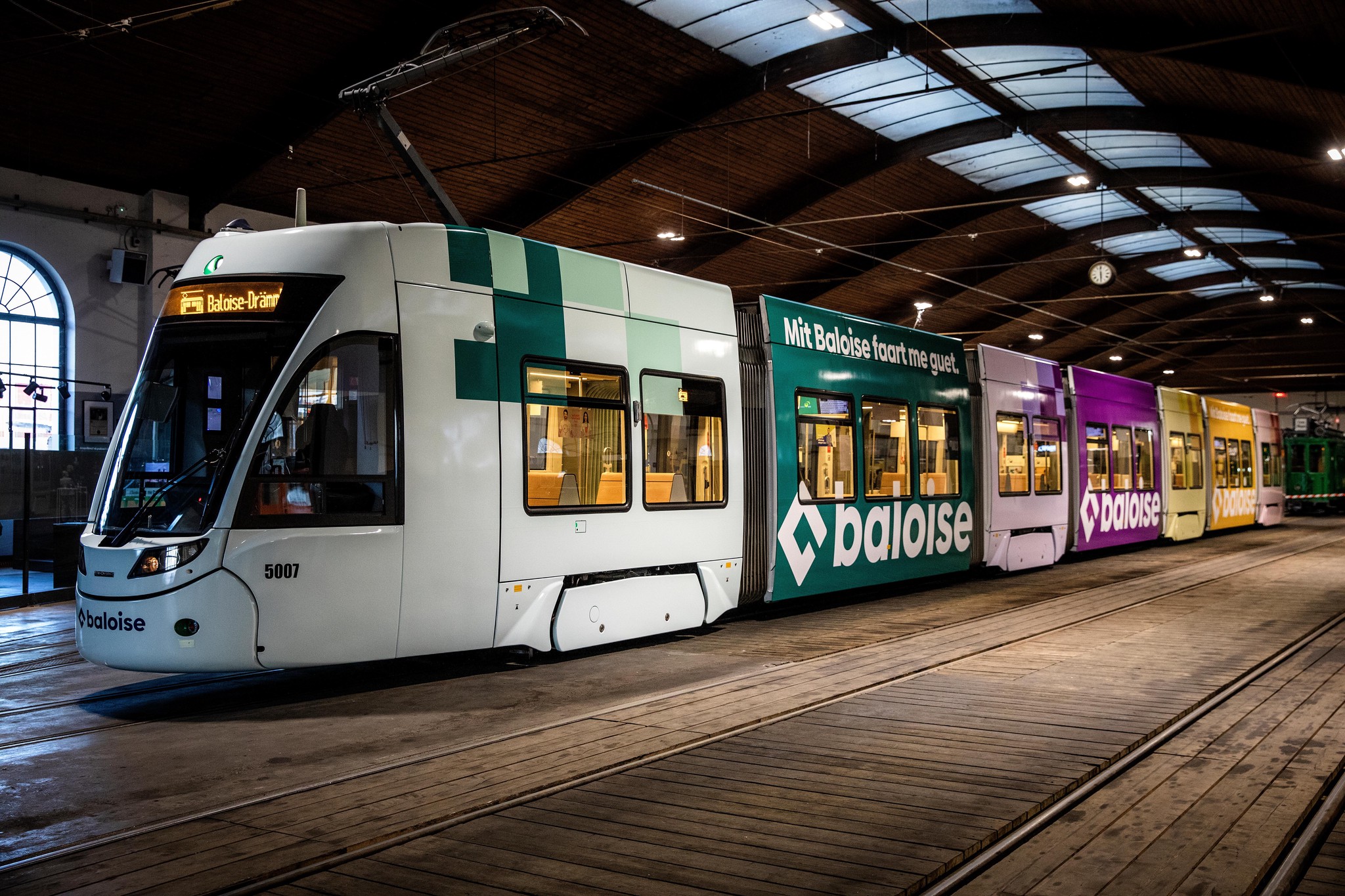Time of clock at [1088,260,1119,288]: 5:59
